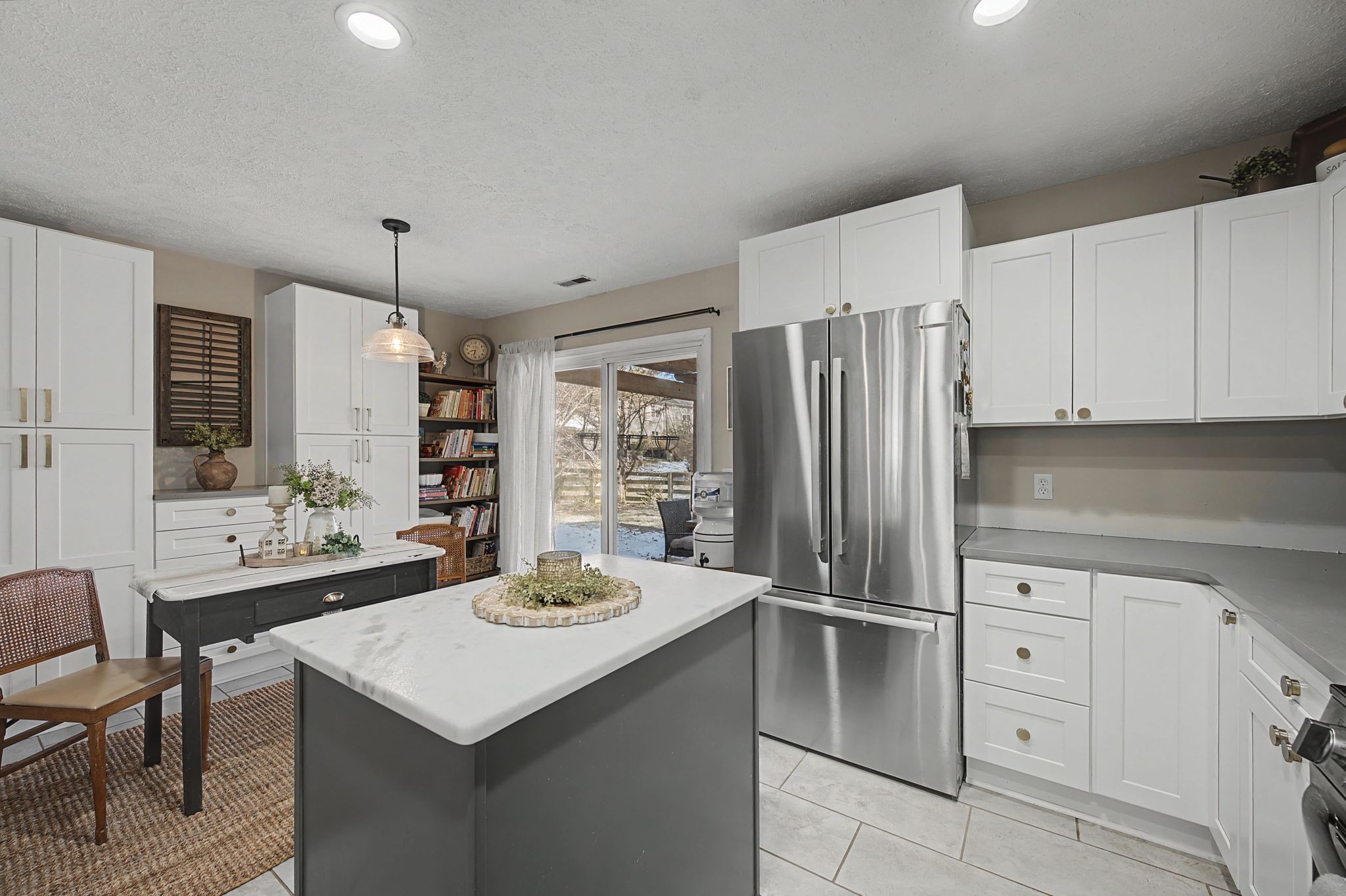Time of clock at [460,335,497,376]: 8:32
